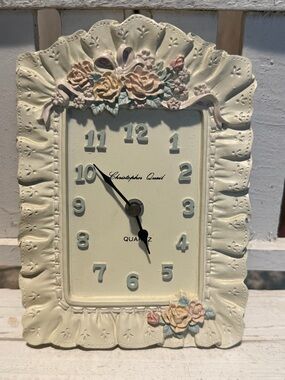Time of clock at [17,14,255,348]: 4:52
